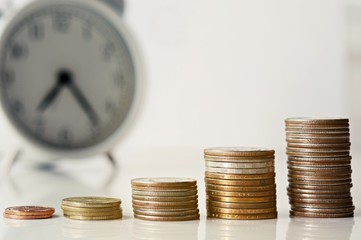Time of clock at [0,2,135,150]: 7:23
